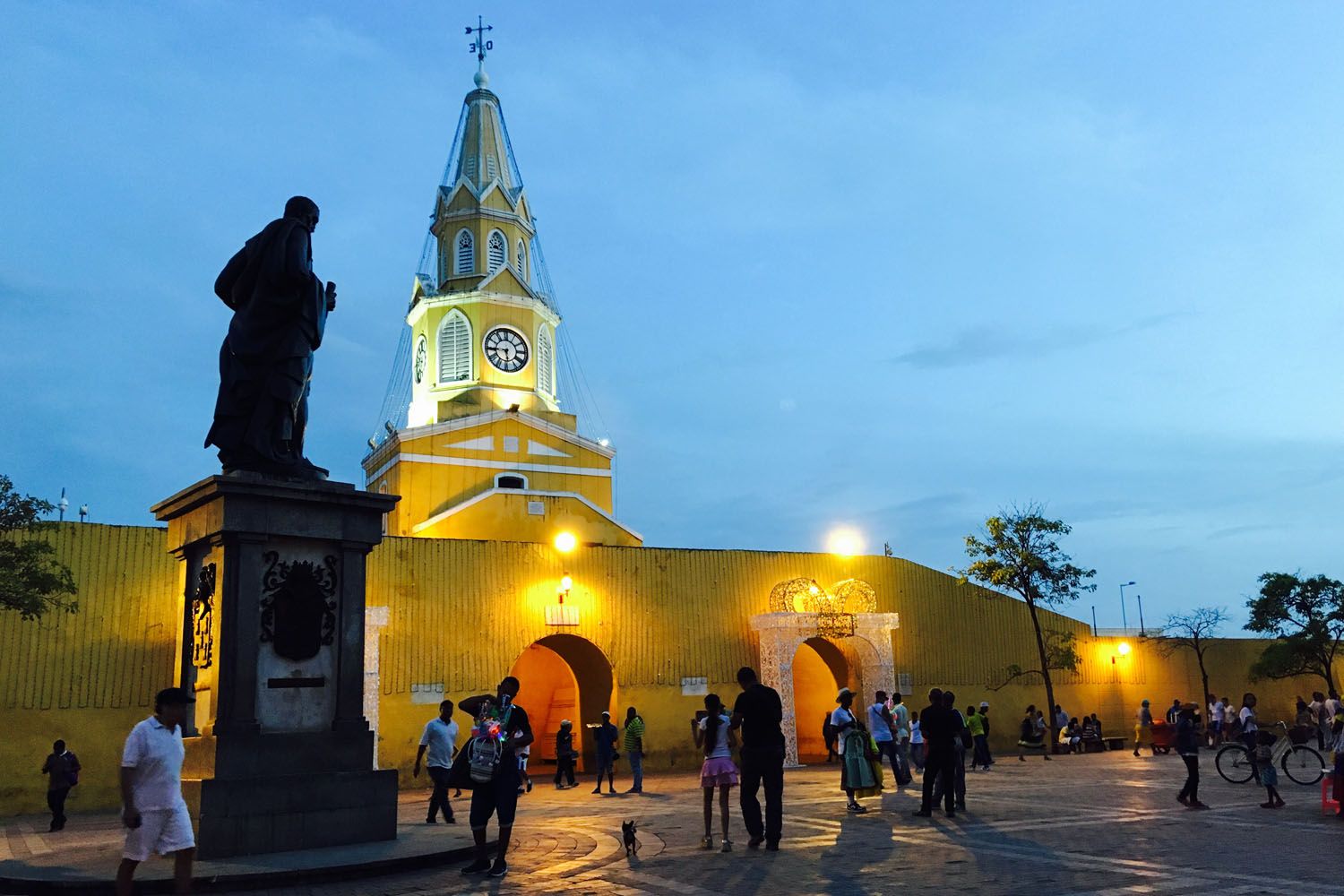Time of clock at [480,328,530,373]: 5:44
